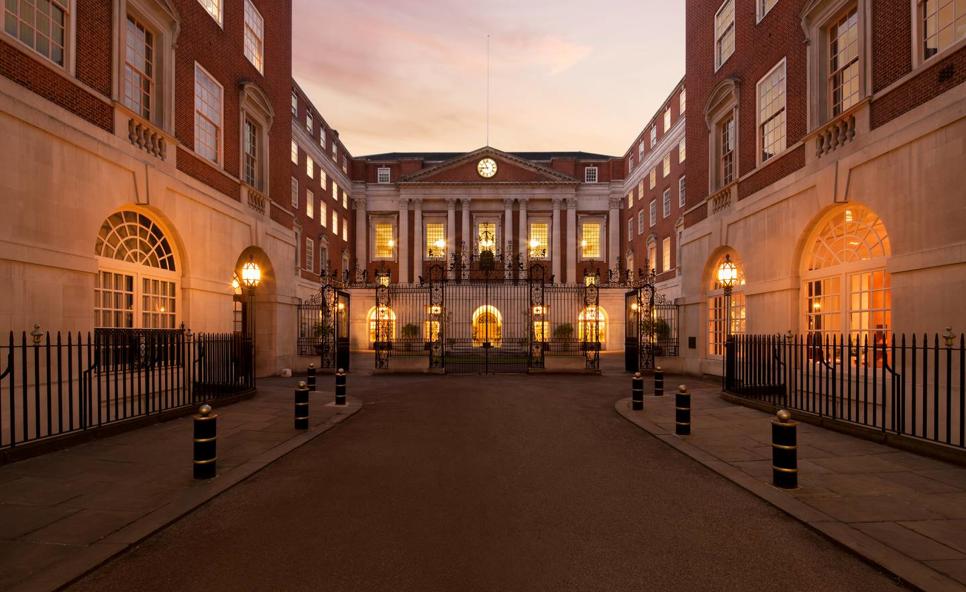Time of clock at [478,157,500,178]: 8:56
